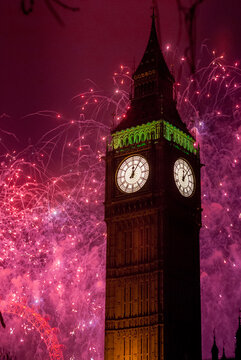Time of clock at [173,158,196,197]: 12:06
